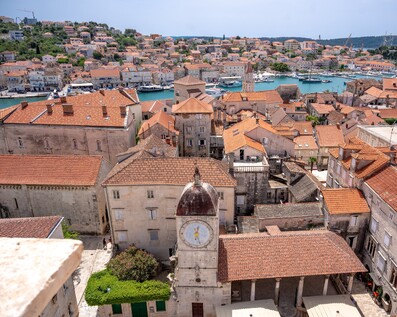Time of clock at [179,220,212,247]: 12:27
